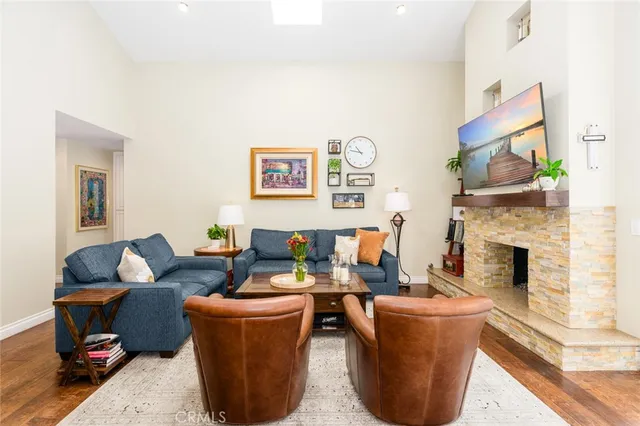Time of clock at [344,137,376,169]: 10:47
